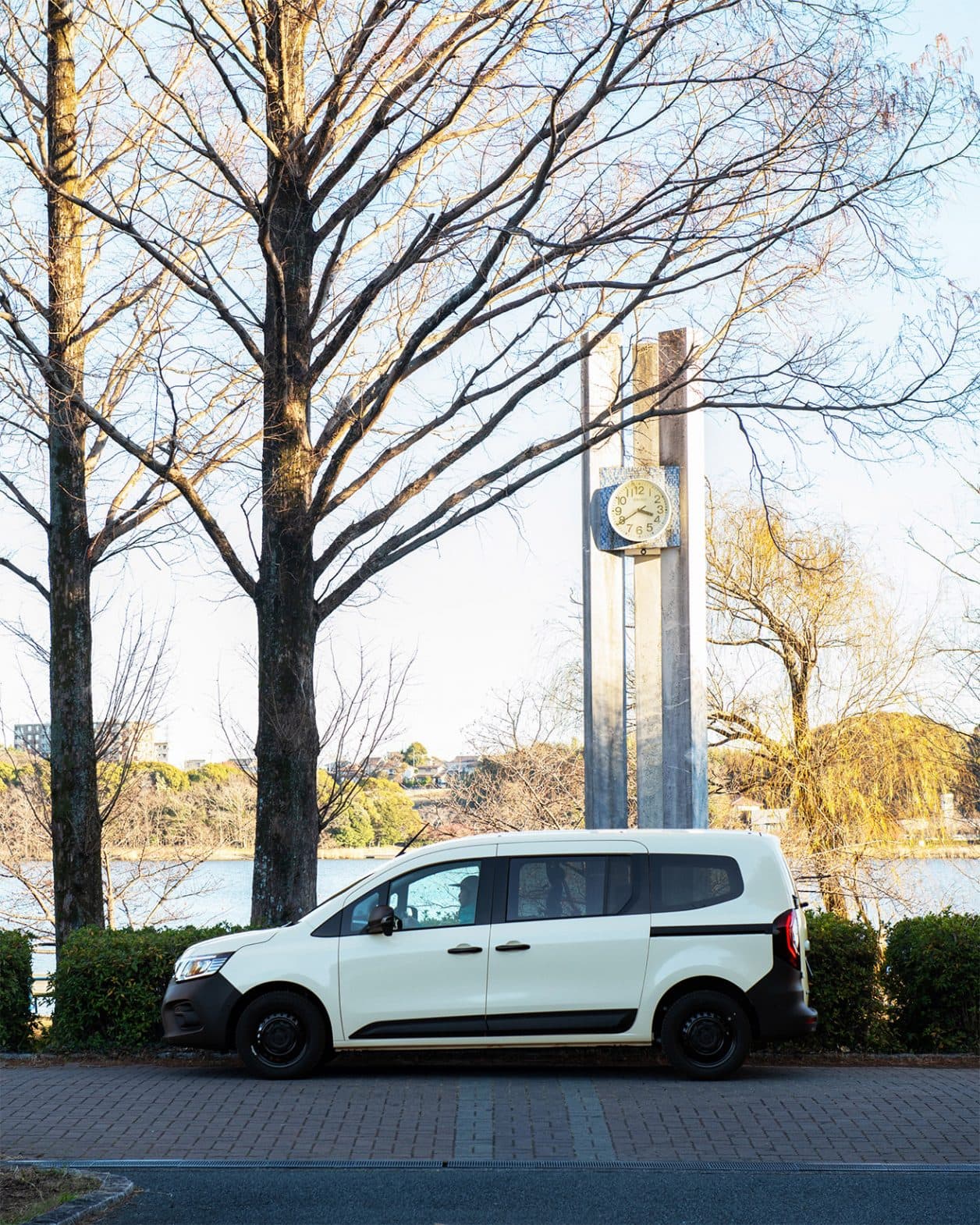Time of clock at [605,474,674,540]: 3:39
